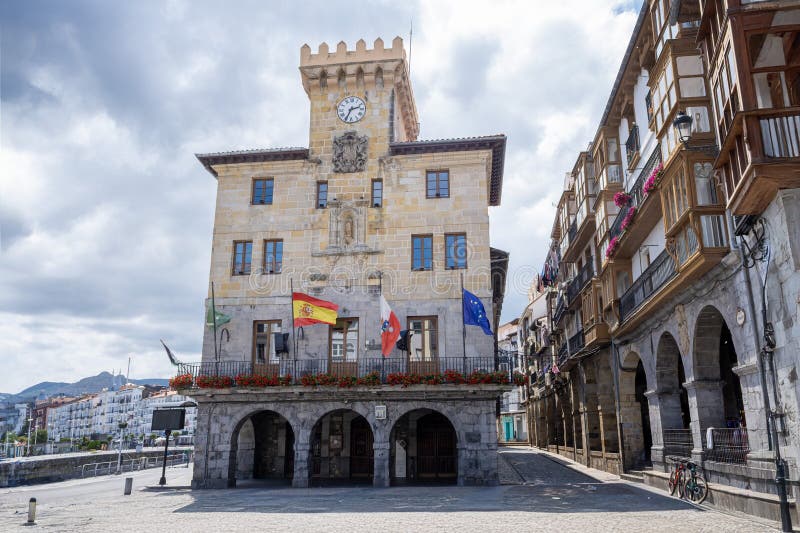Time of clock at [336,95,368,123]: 2:34
